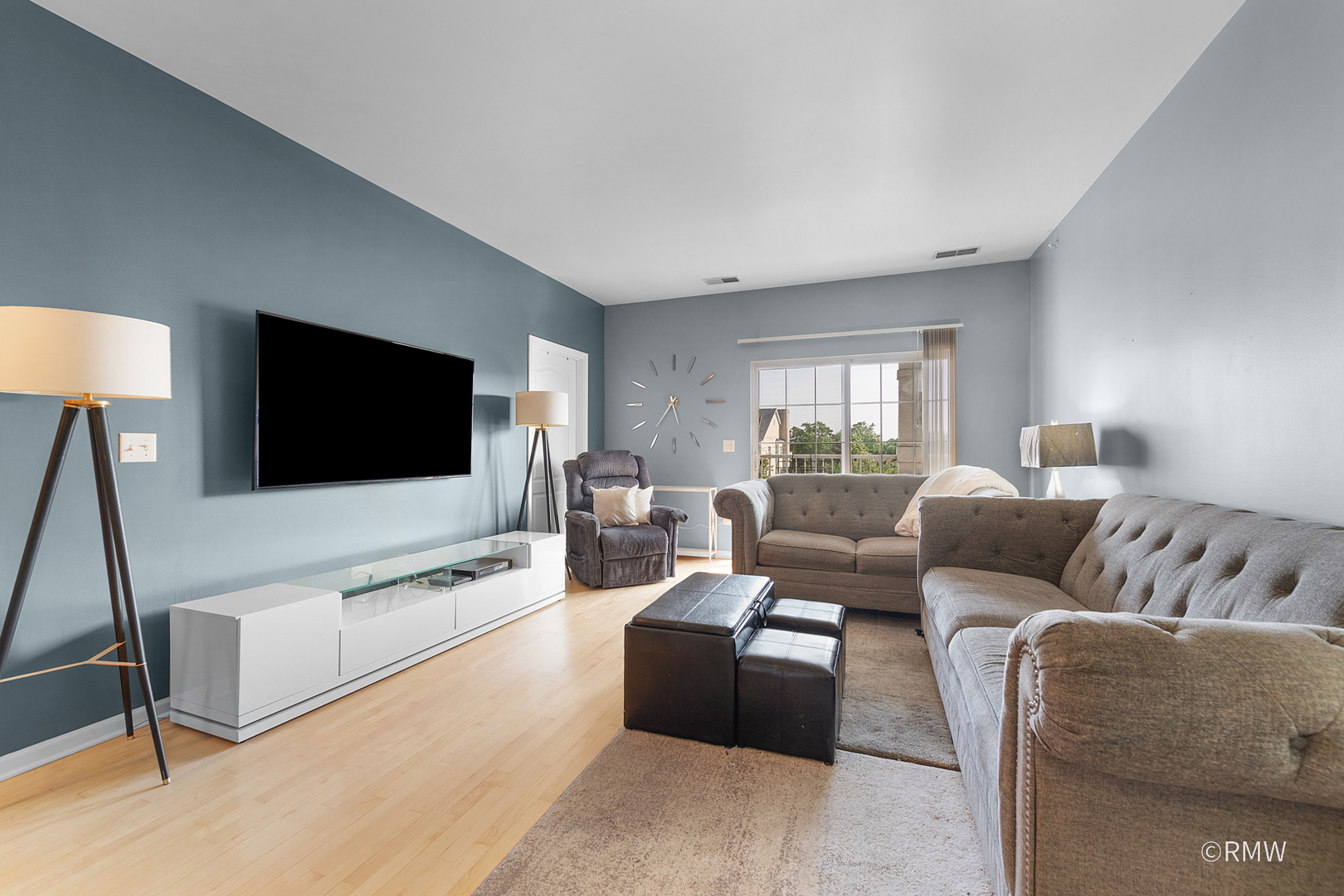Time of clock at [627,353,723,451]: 5:36
